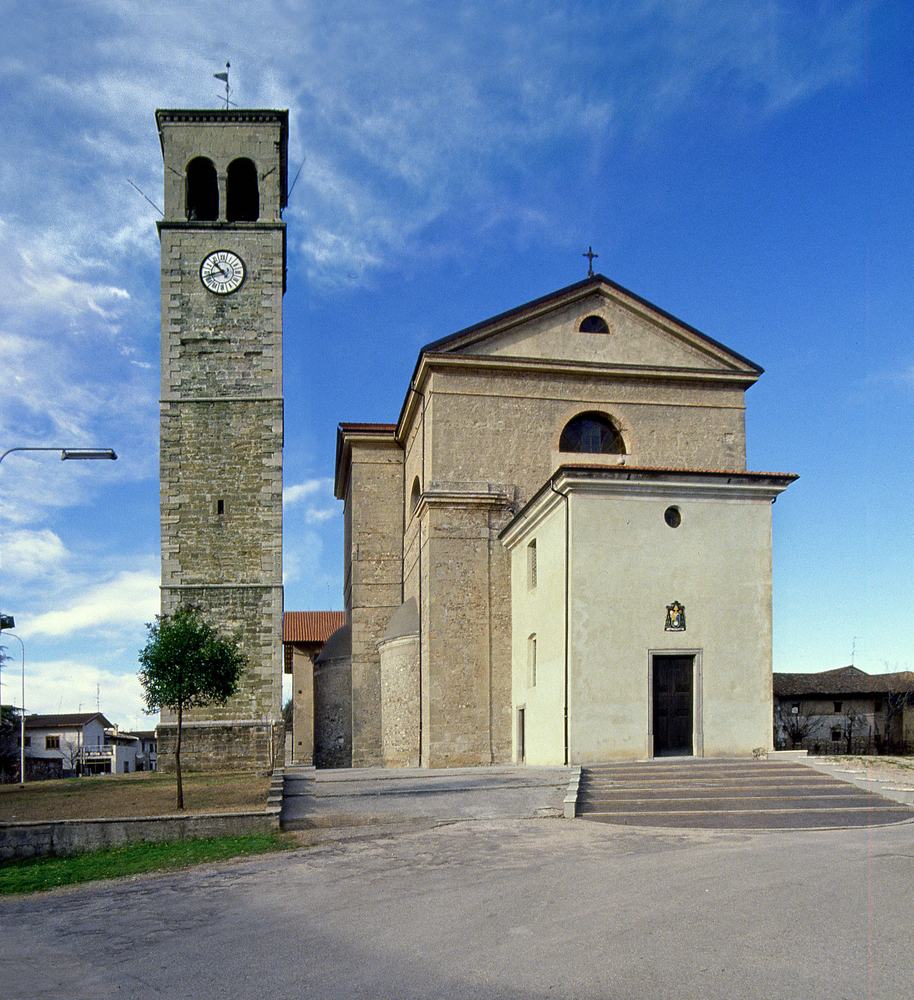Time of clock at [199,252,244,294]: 10:42
